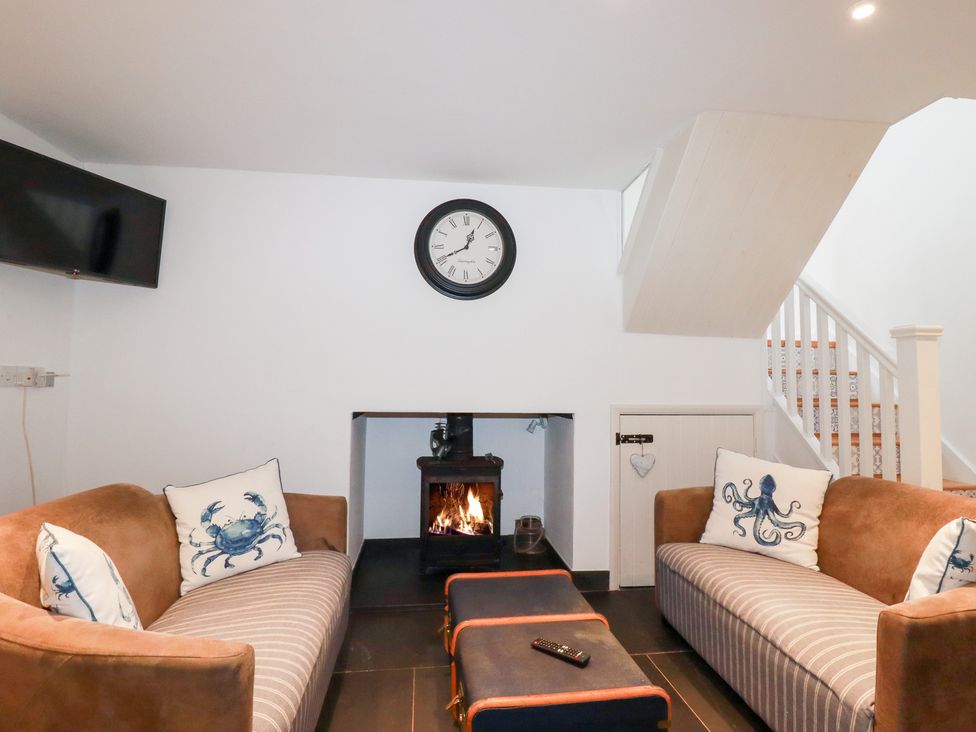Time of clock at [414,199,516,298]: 12:40
